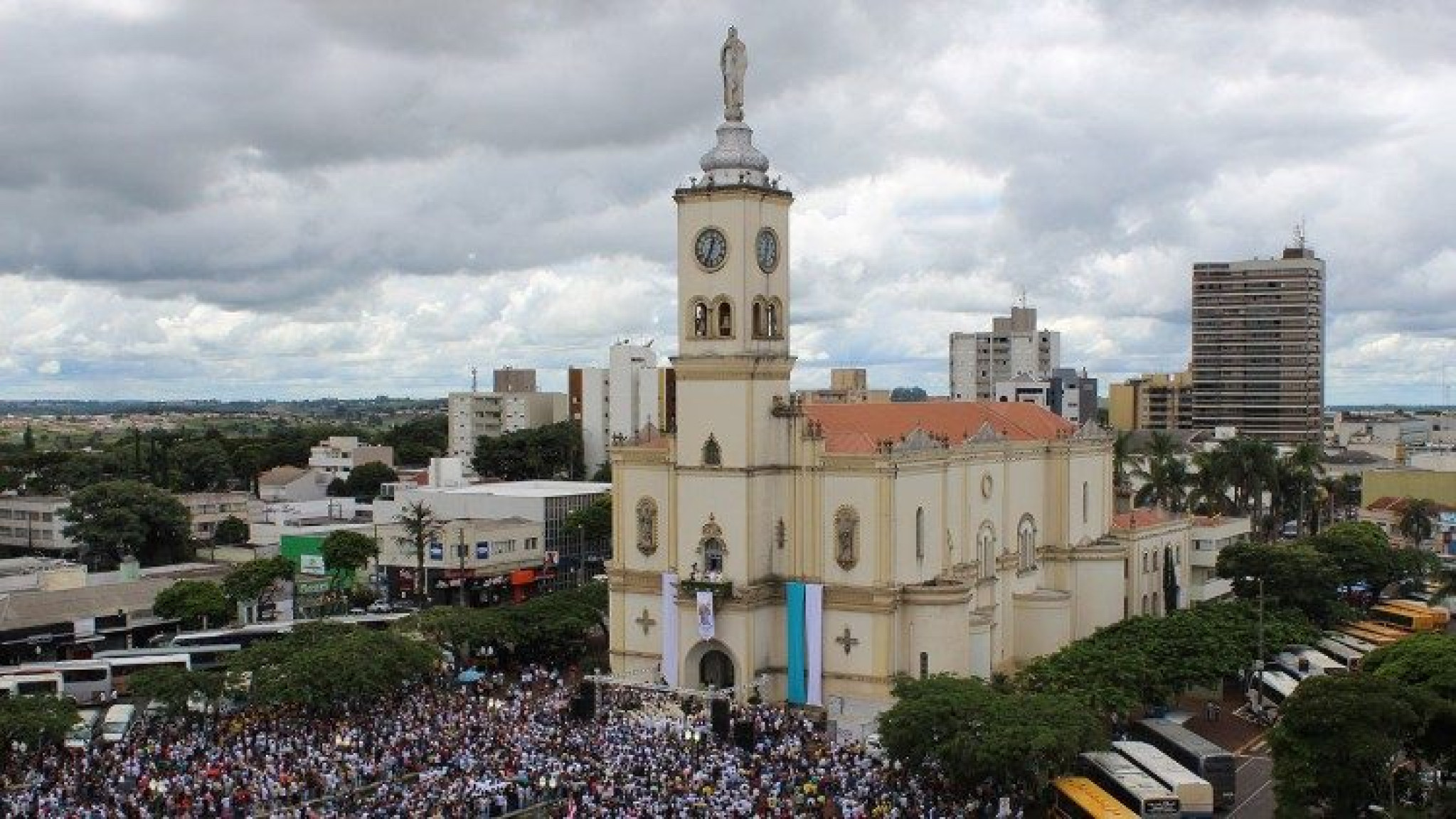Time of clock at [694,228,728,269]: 12:33
